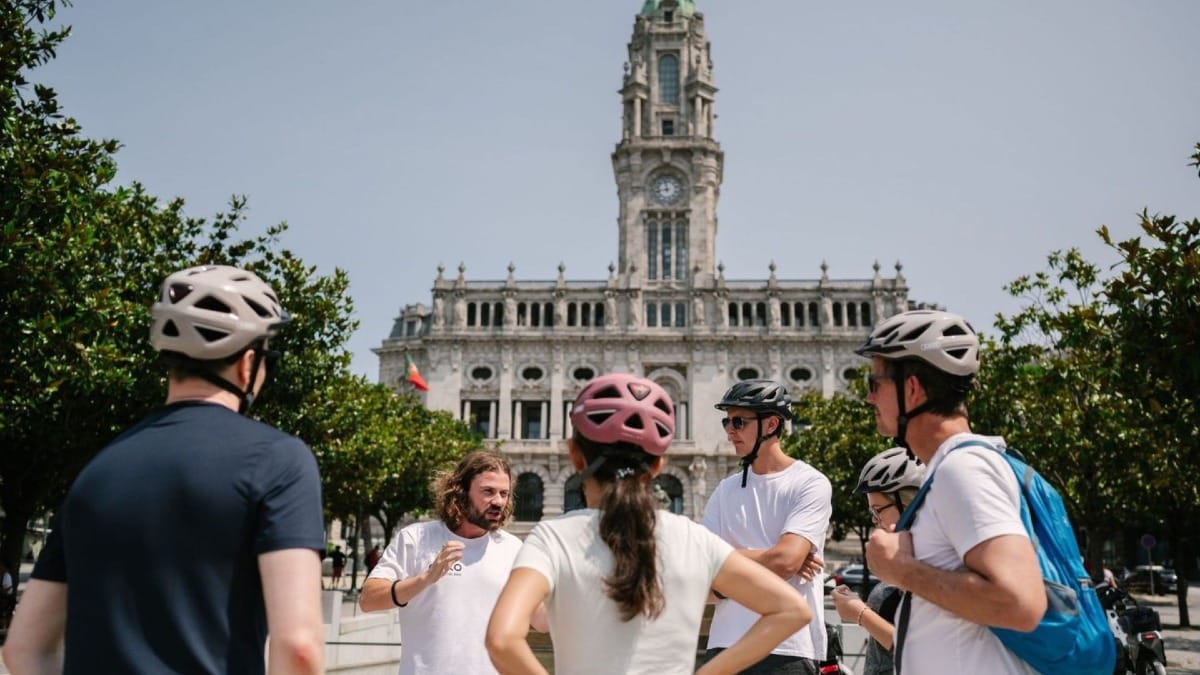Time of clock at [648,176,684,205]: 11:42
